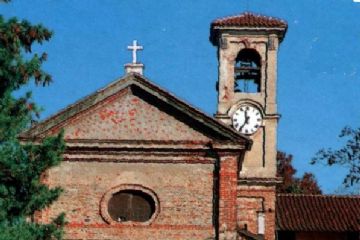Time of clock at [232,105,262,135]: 11:35
